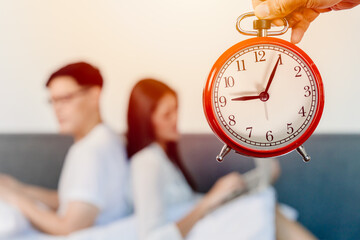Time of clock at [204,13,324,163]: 9:04
